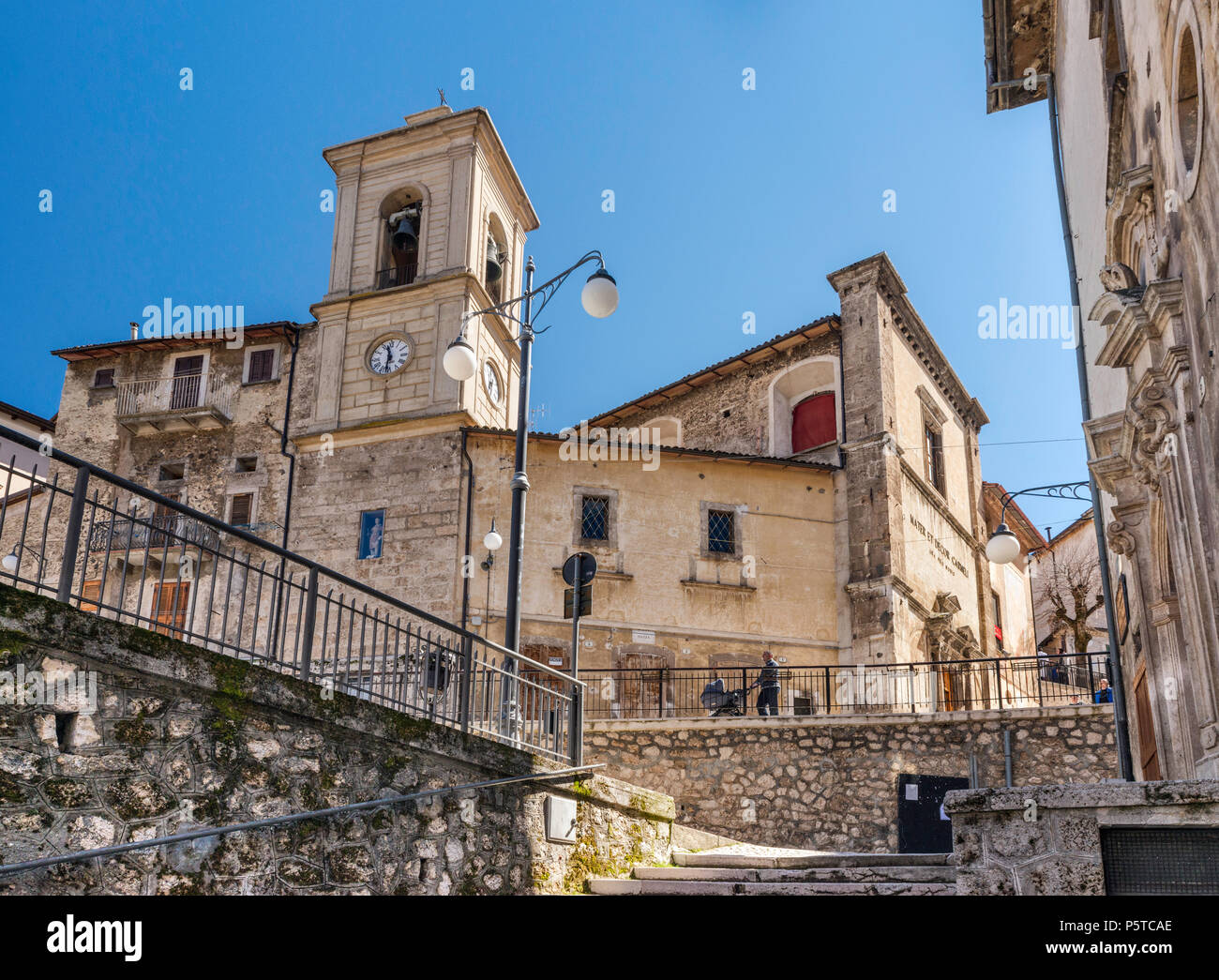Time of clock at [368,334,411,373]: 11:31
